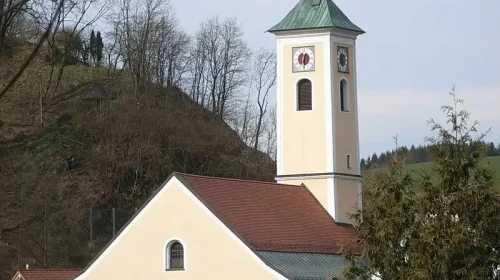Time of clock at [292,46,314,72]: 12:30
